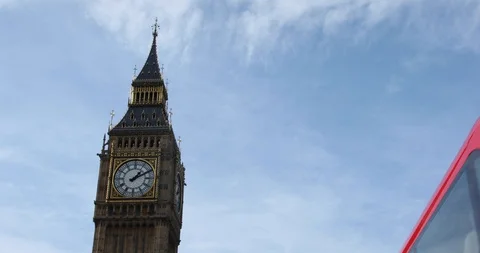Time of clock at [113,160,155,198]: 1:10
